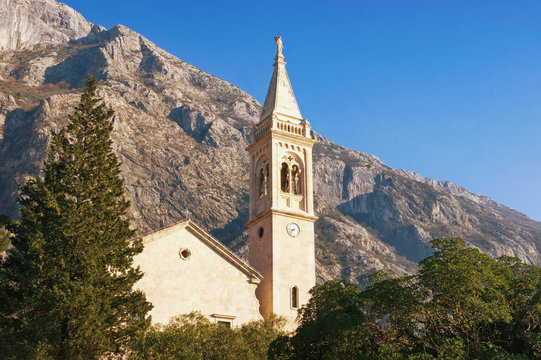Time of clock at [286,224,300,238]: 8:37
